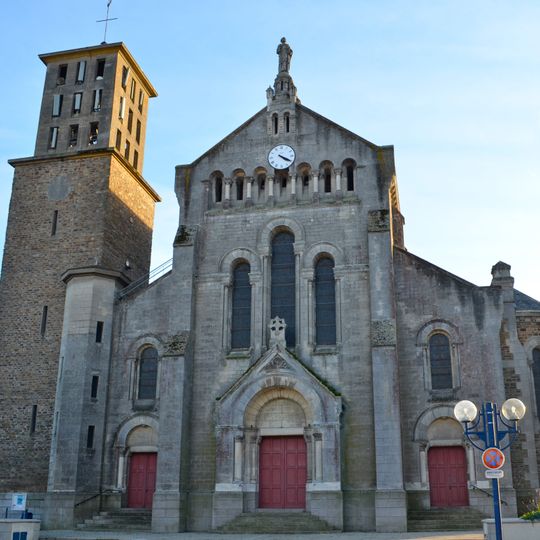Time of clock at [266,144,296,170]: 4:19
